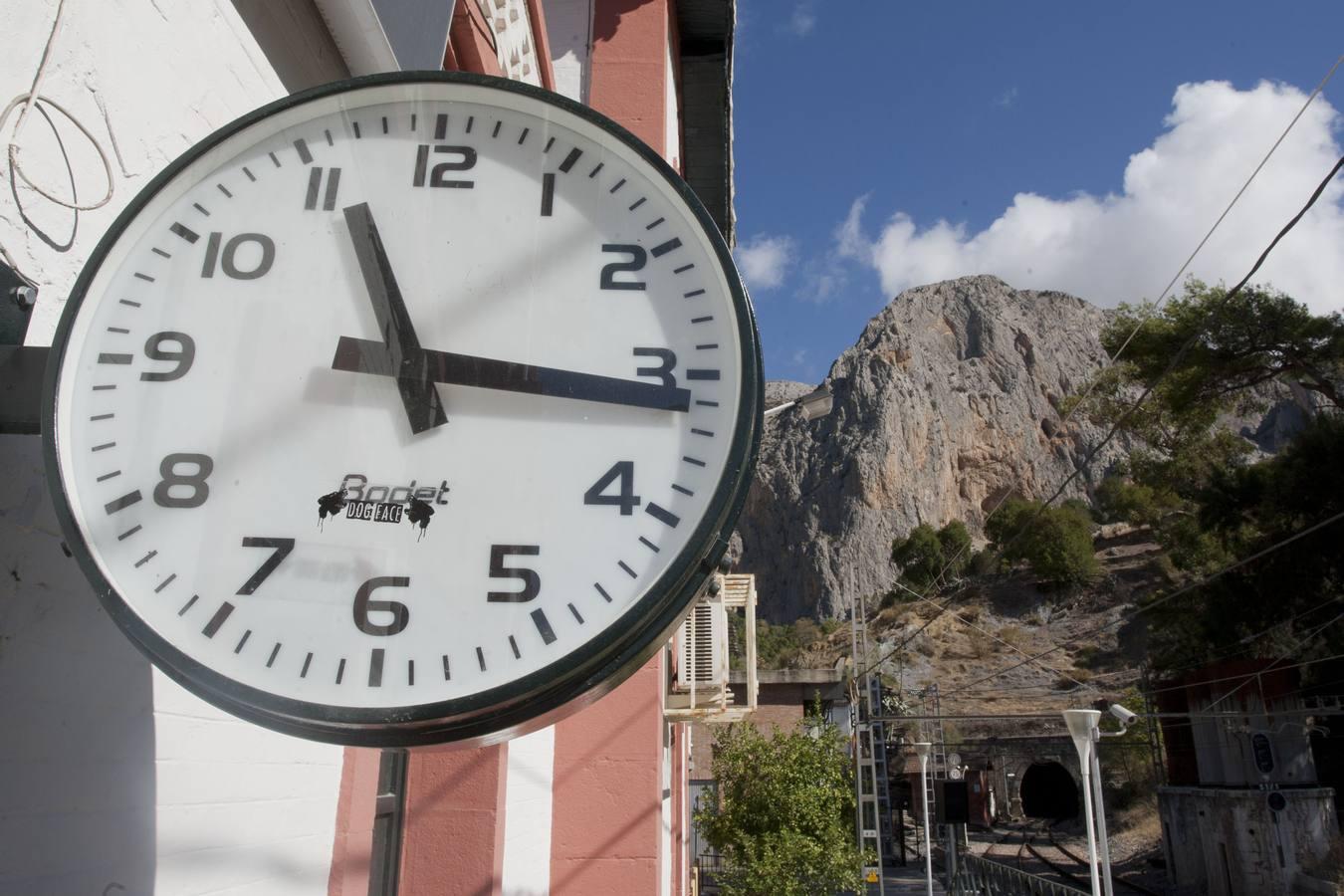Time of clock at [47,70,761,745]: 11:16
